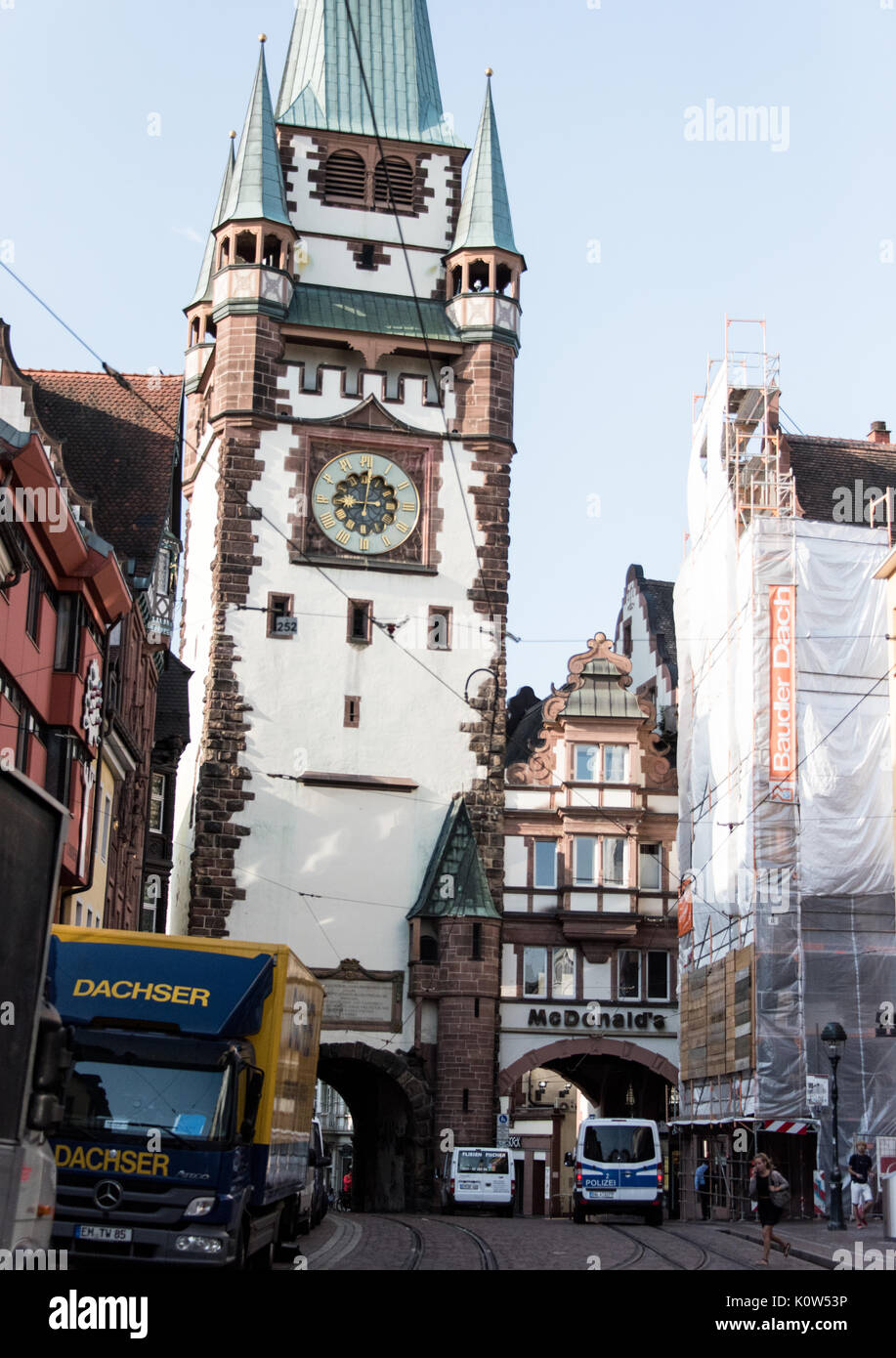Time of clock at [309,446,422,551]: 9:01
